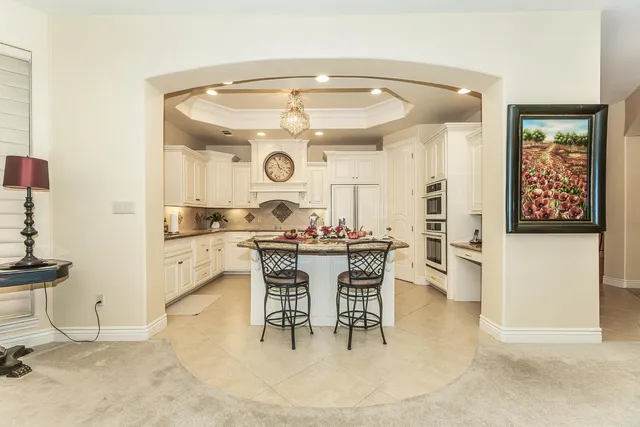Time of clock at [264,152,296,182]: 11:19
